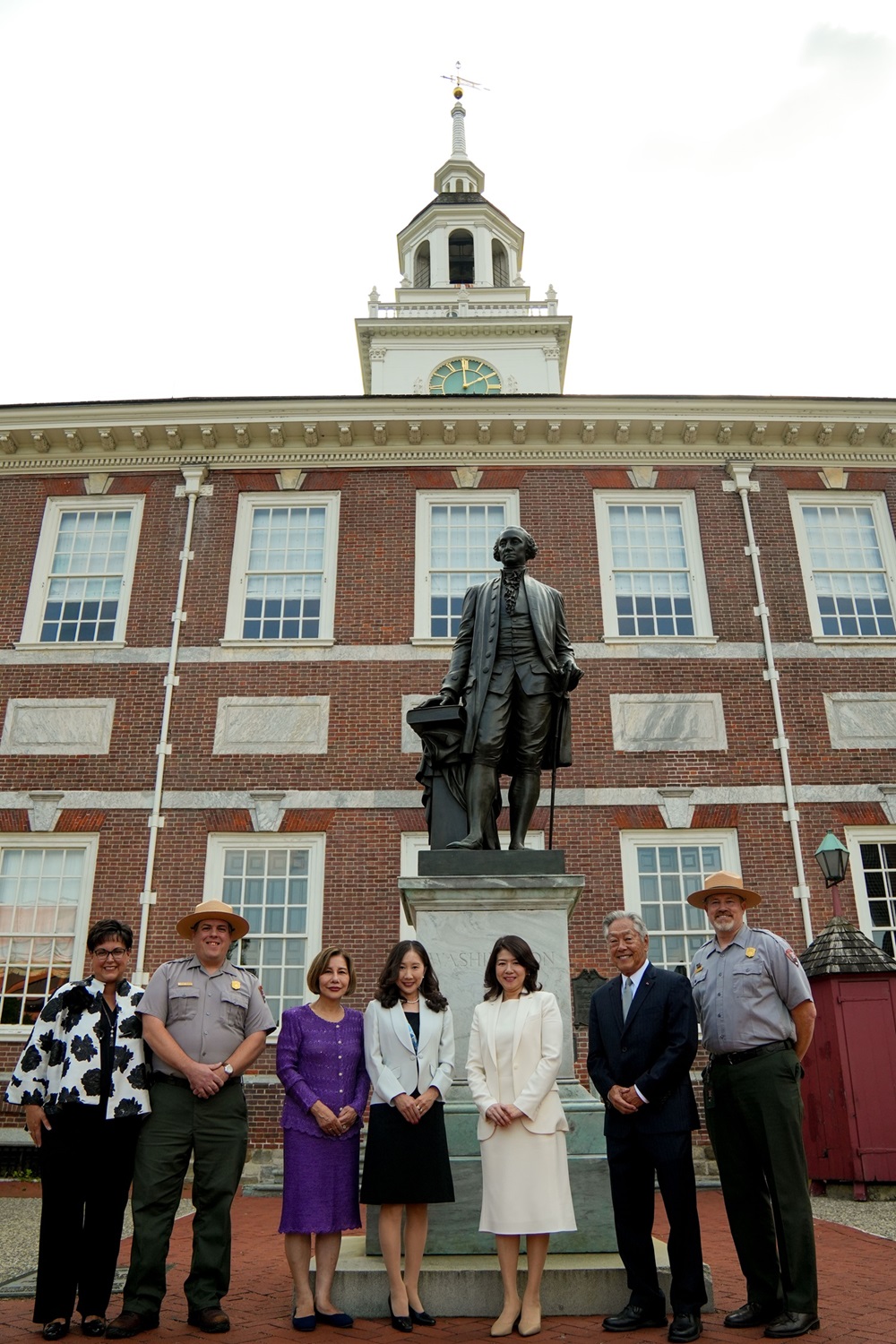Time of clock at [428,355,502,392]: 1:59
